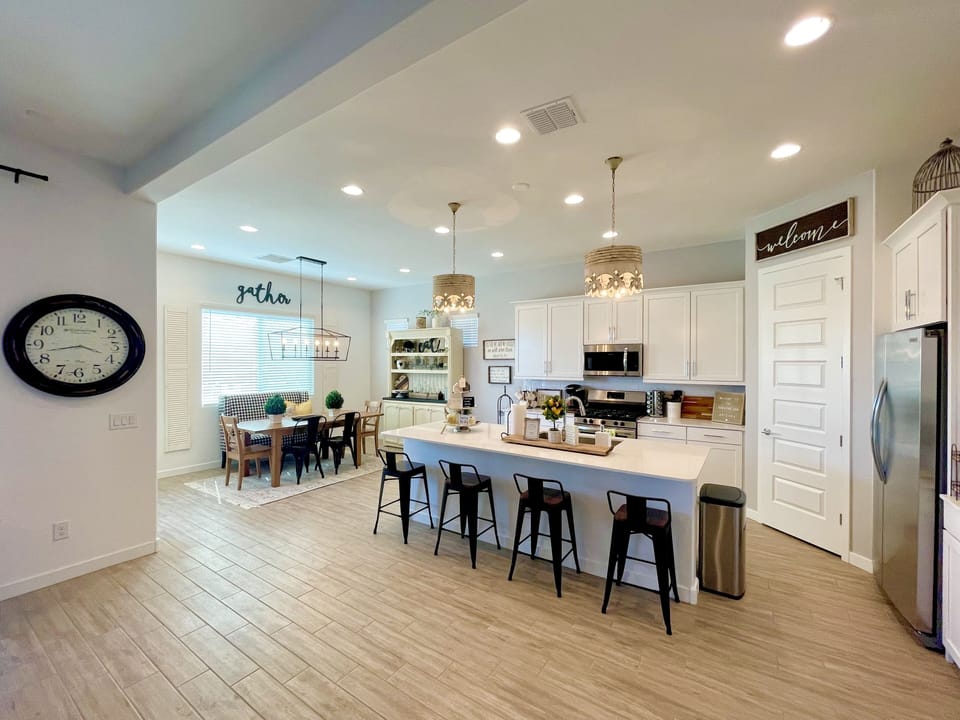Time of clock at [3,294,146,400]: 3:42
